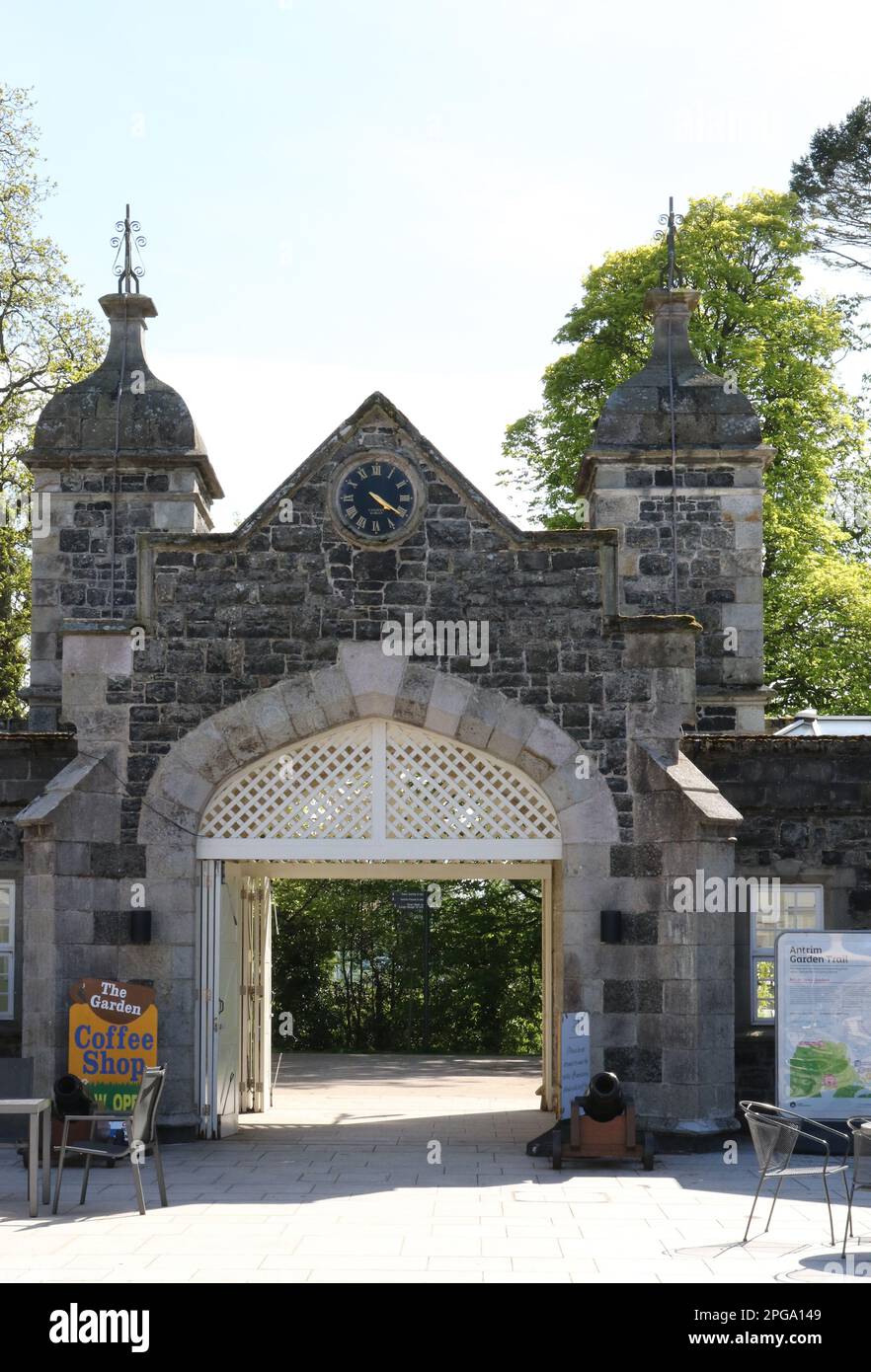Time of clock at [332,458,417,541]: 4:20
